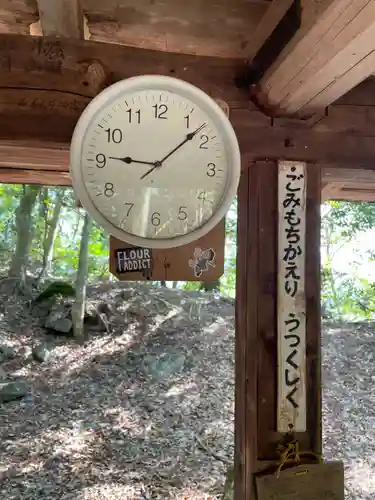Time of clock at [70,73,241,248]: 9:08
